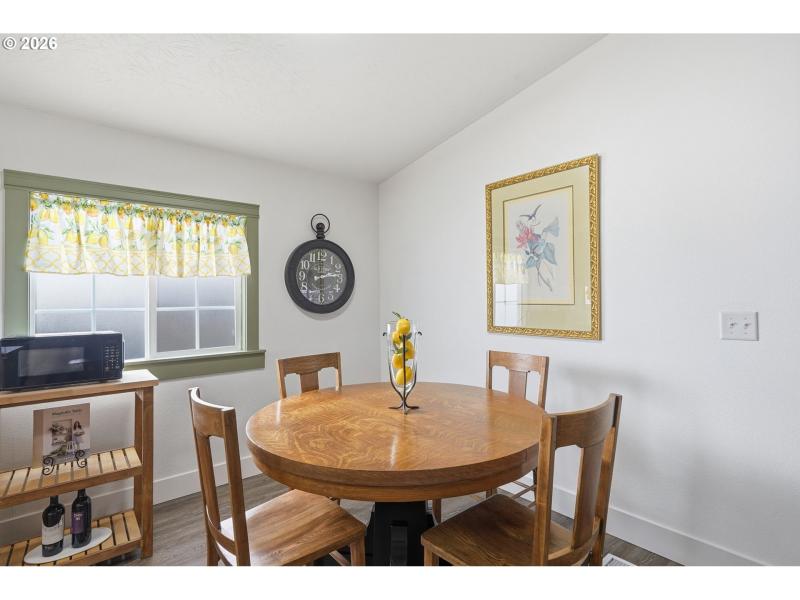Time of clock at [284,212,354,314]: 2:29
